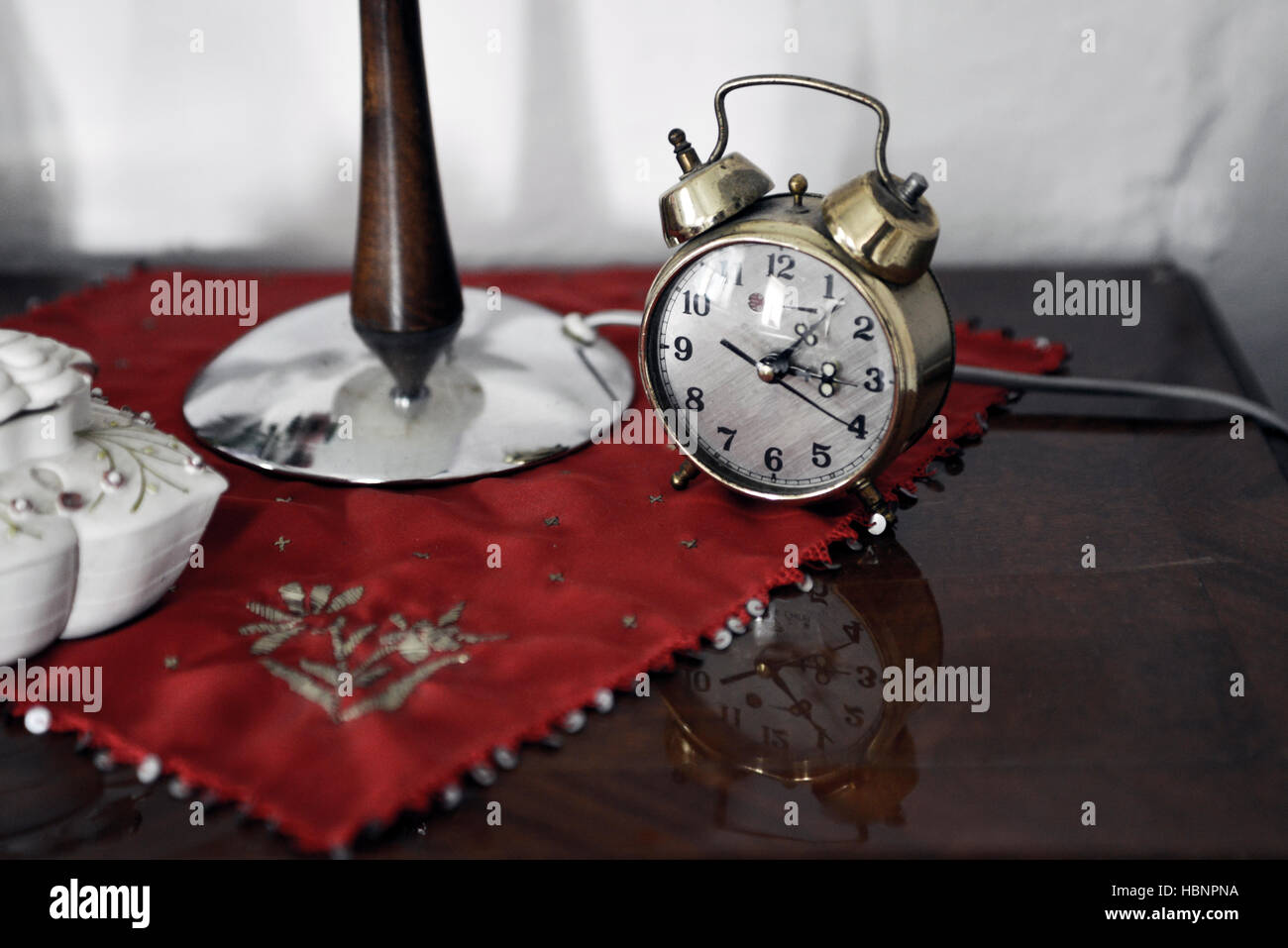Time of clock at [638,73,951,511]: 1:16
